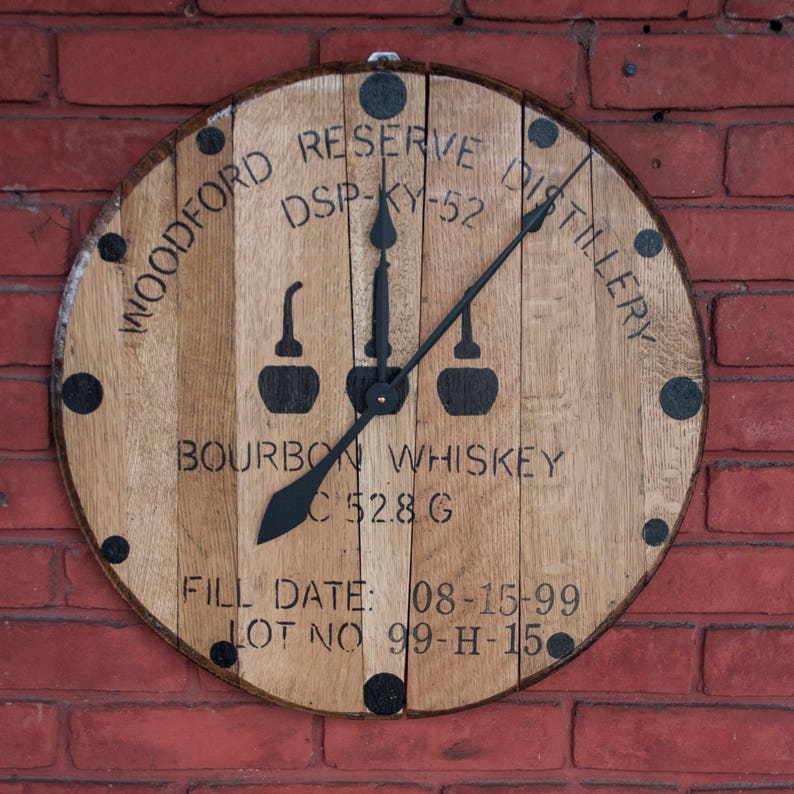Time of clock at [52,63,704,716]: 8:07
